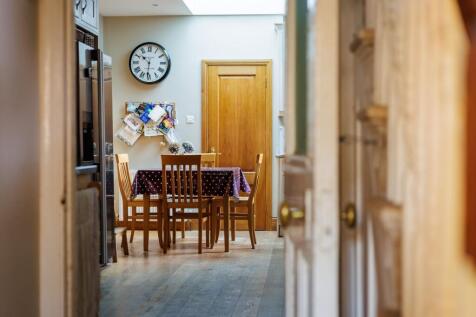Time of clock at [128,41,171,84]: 10:31
